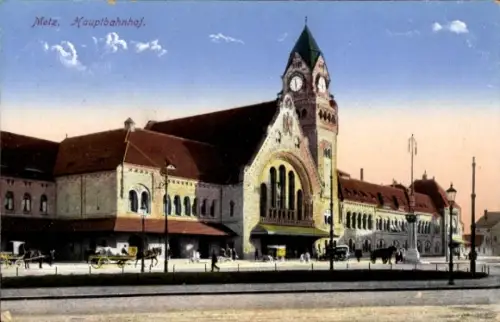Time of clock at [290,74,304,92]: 11:28
